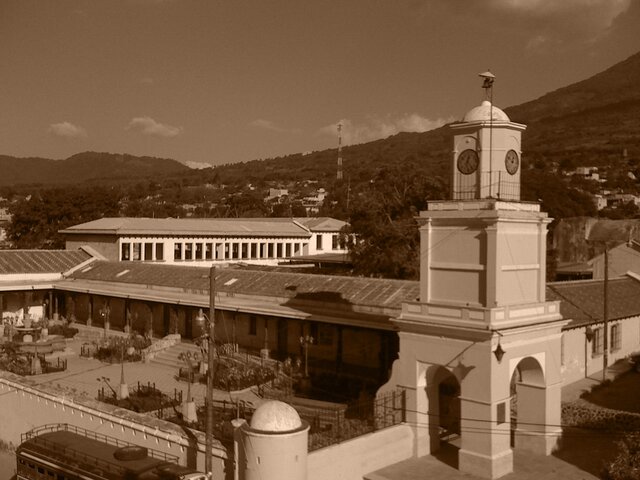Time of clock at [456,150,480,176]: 12:23
